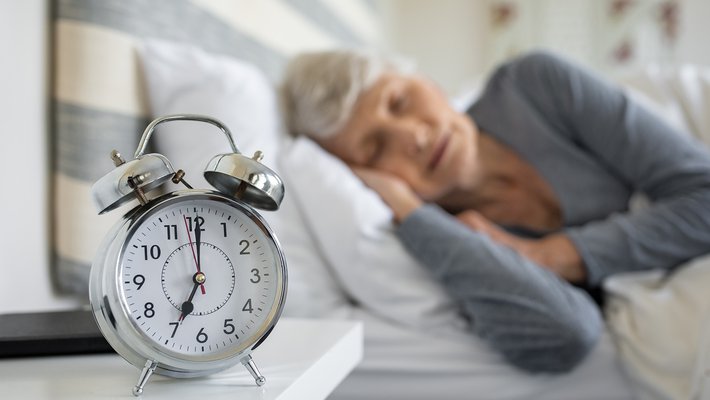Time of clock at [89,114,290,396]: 7:00
